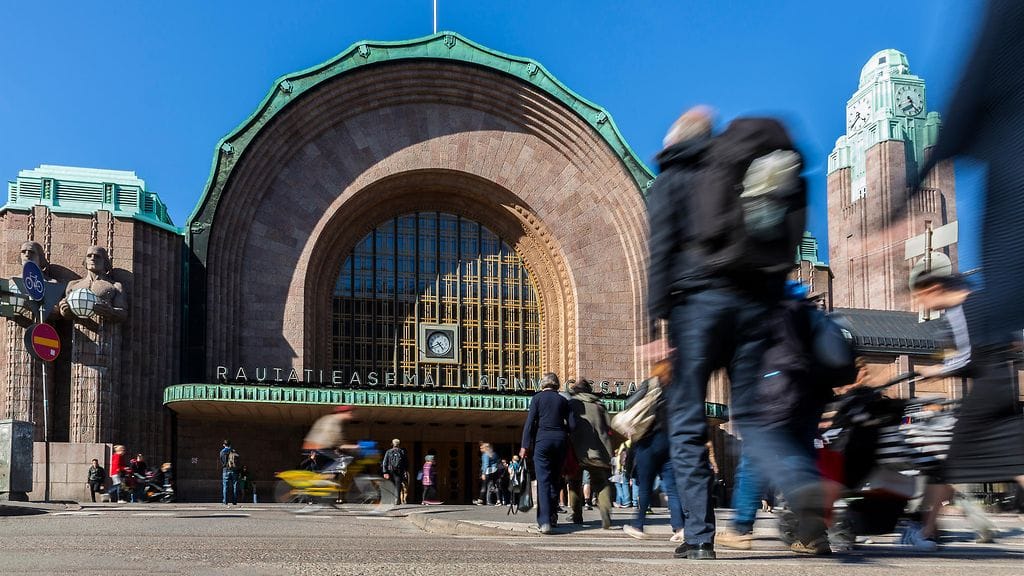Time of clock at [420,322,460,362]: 4:41
